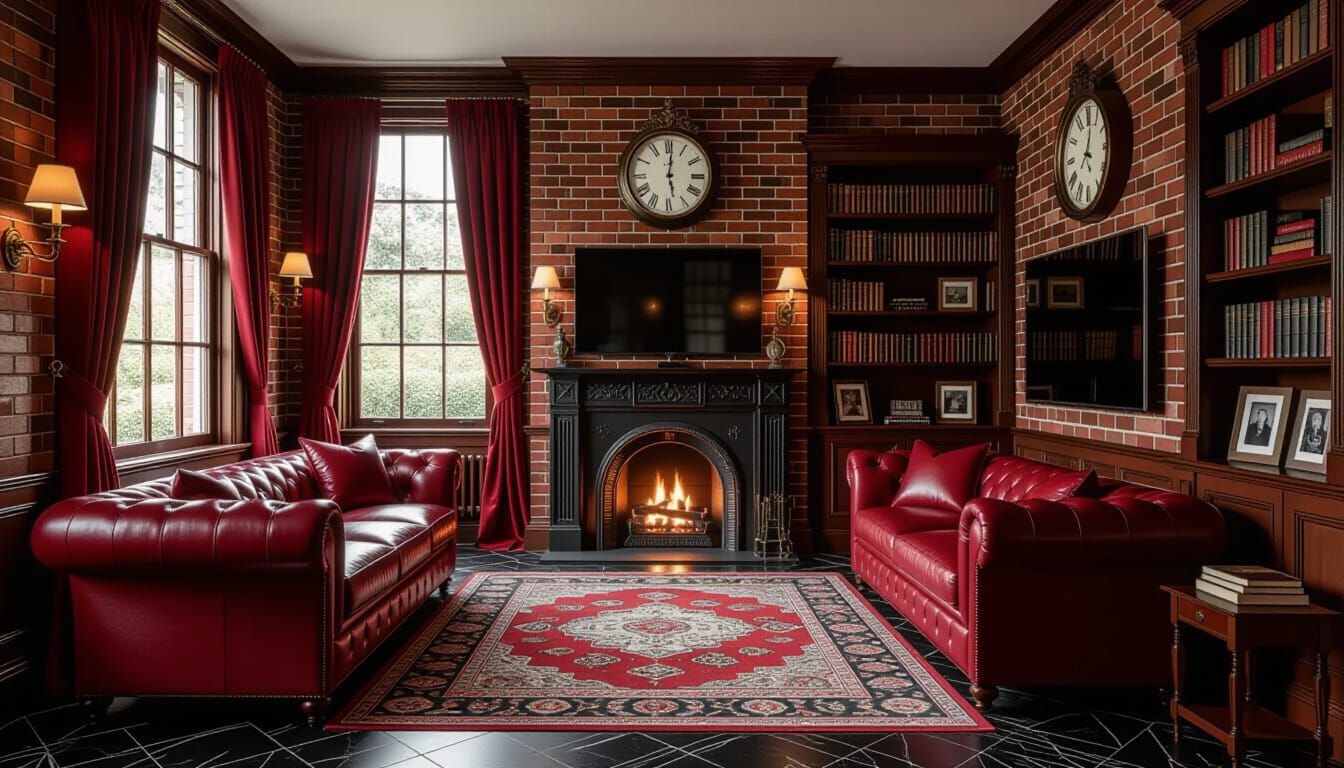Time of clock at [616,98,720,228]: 6:01
